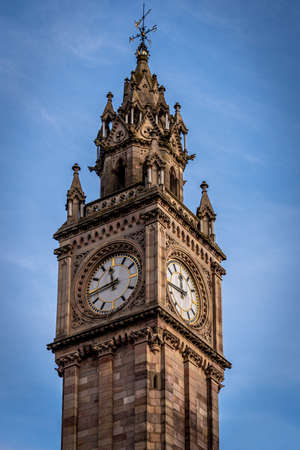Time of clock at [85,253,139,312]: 11:43
